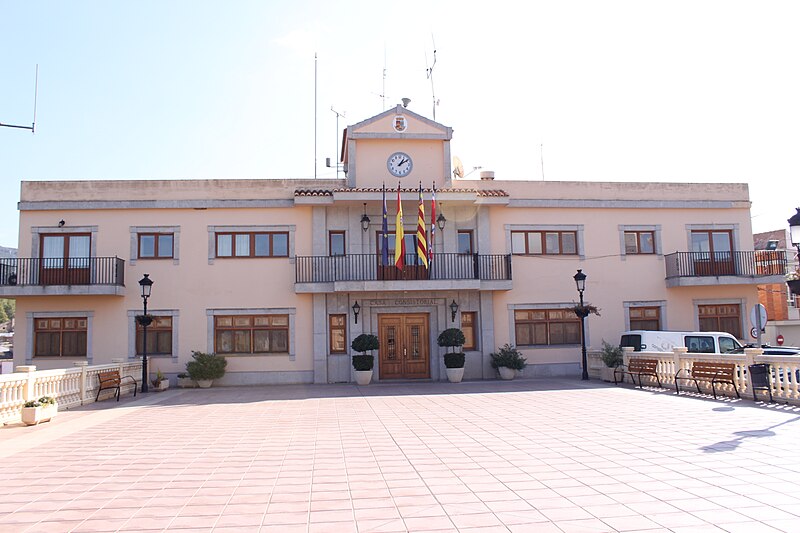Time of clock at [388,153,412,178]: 1:09
